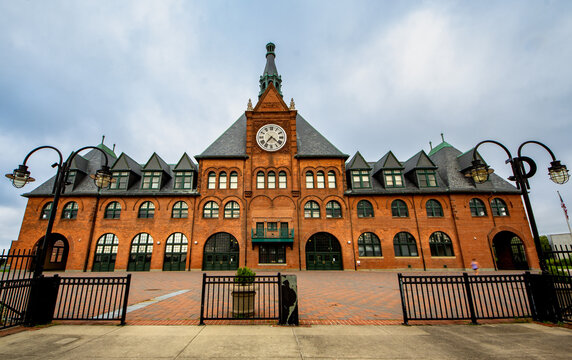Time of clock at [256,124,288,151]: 7:21
